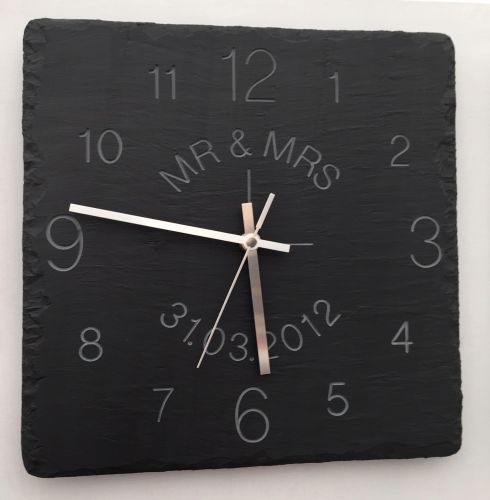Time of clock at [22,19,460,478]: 5:46
